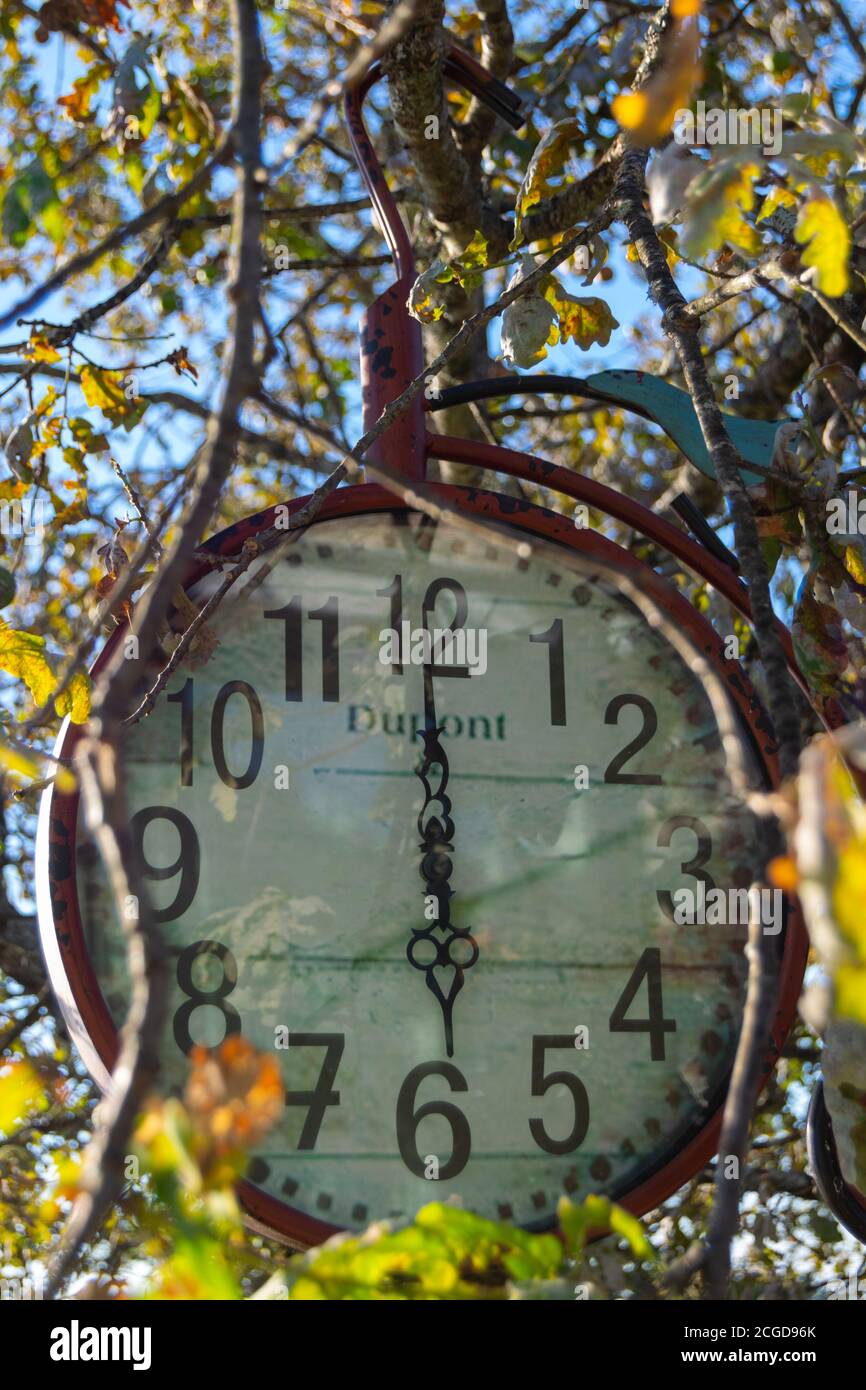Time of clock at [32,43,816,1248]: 5:59
